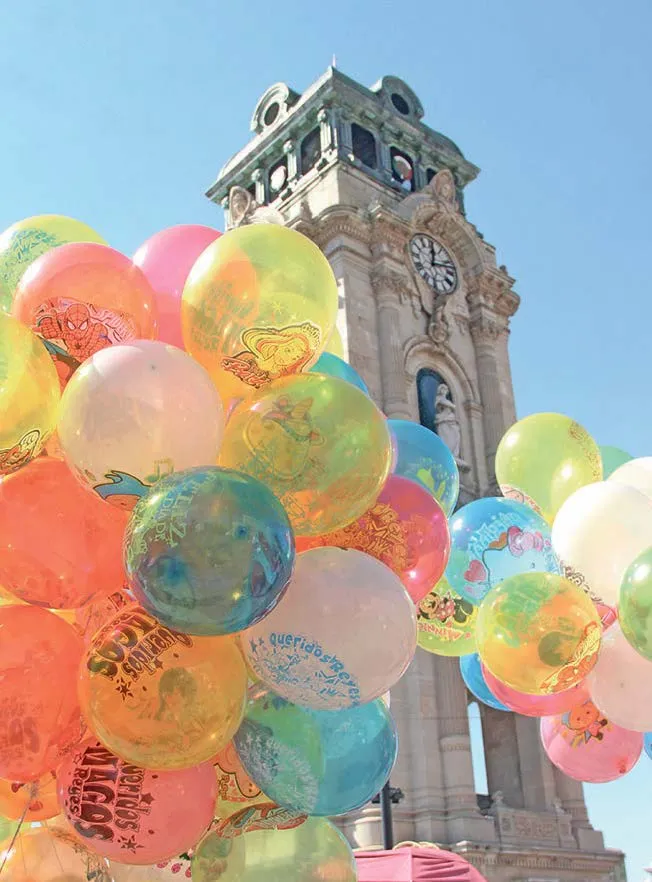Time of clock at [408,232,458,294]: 12:12
